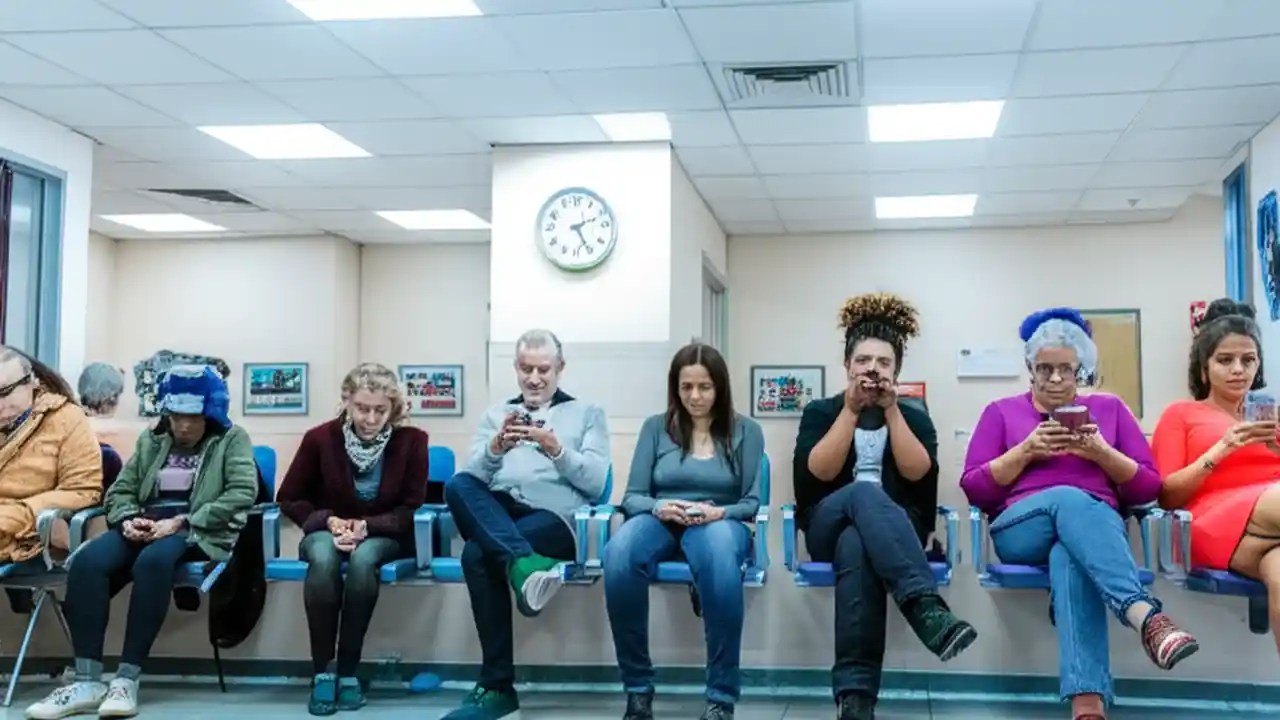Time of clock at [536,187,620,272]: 2:25
